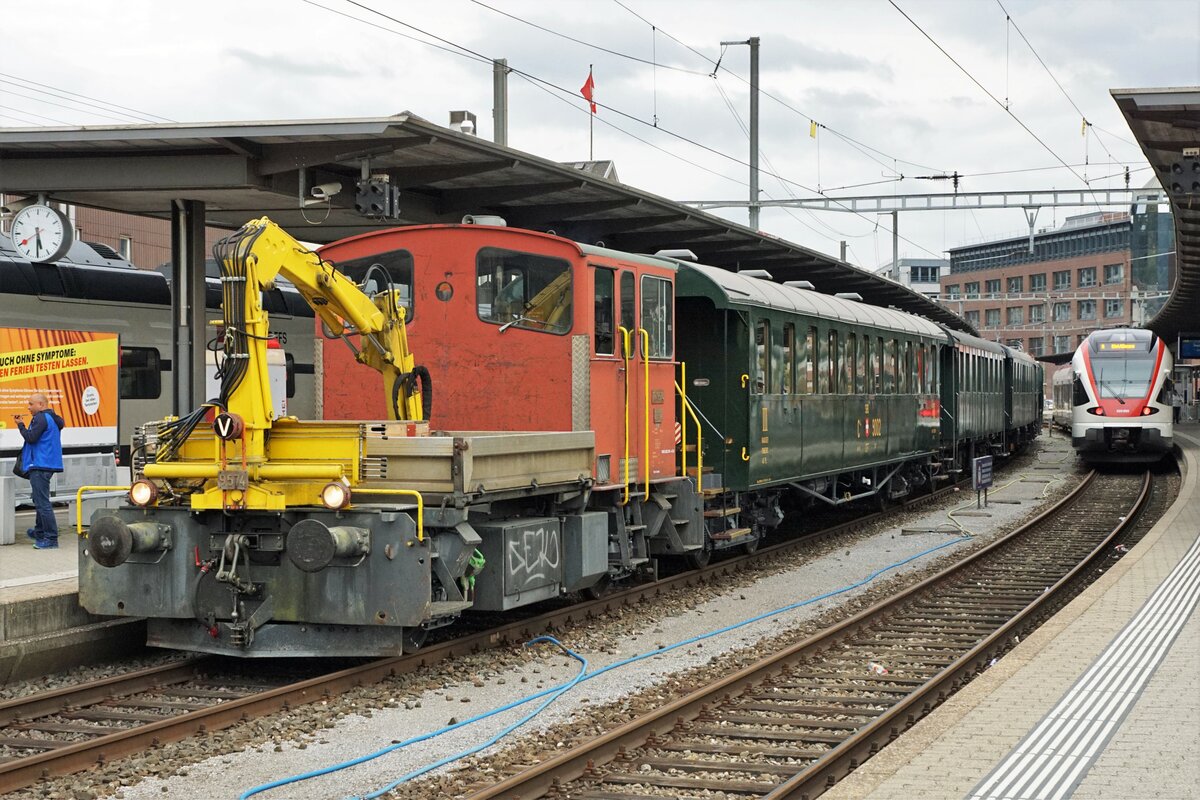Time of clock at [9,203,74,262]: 5:30
